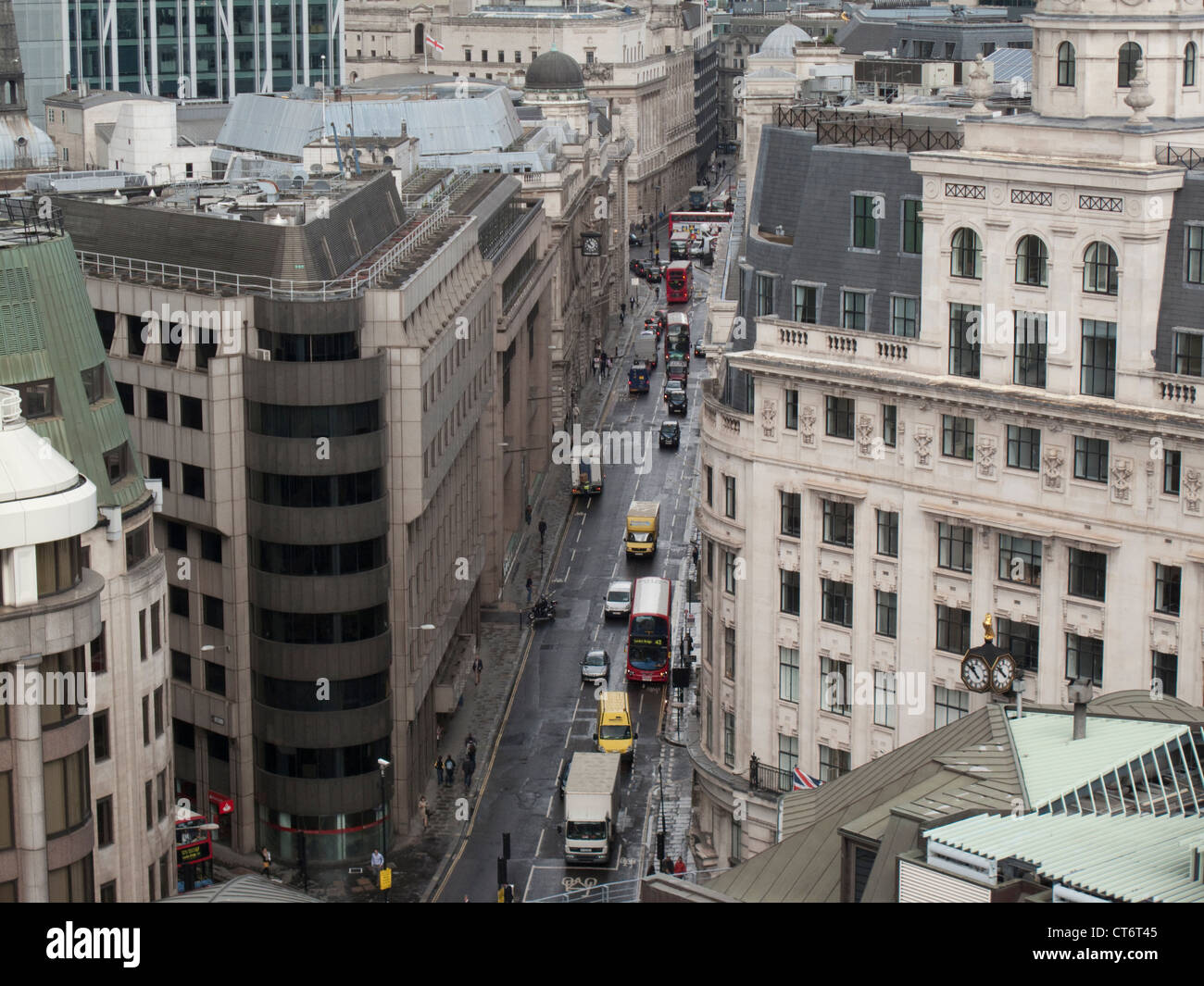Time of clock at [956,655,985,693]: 10:51
